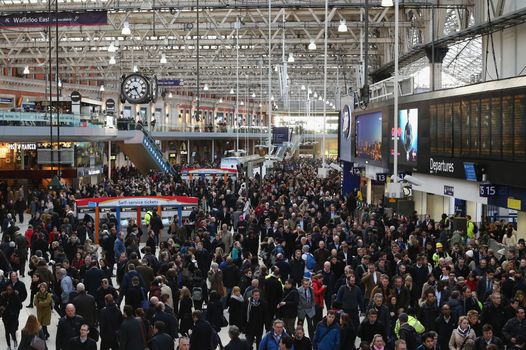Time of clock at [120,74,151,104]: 8:25
